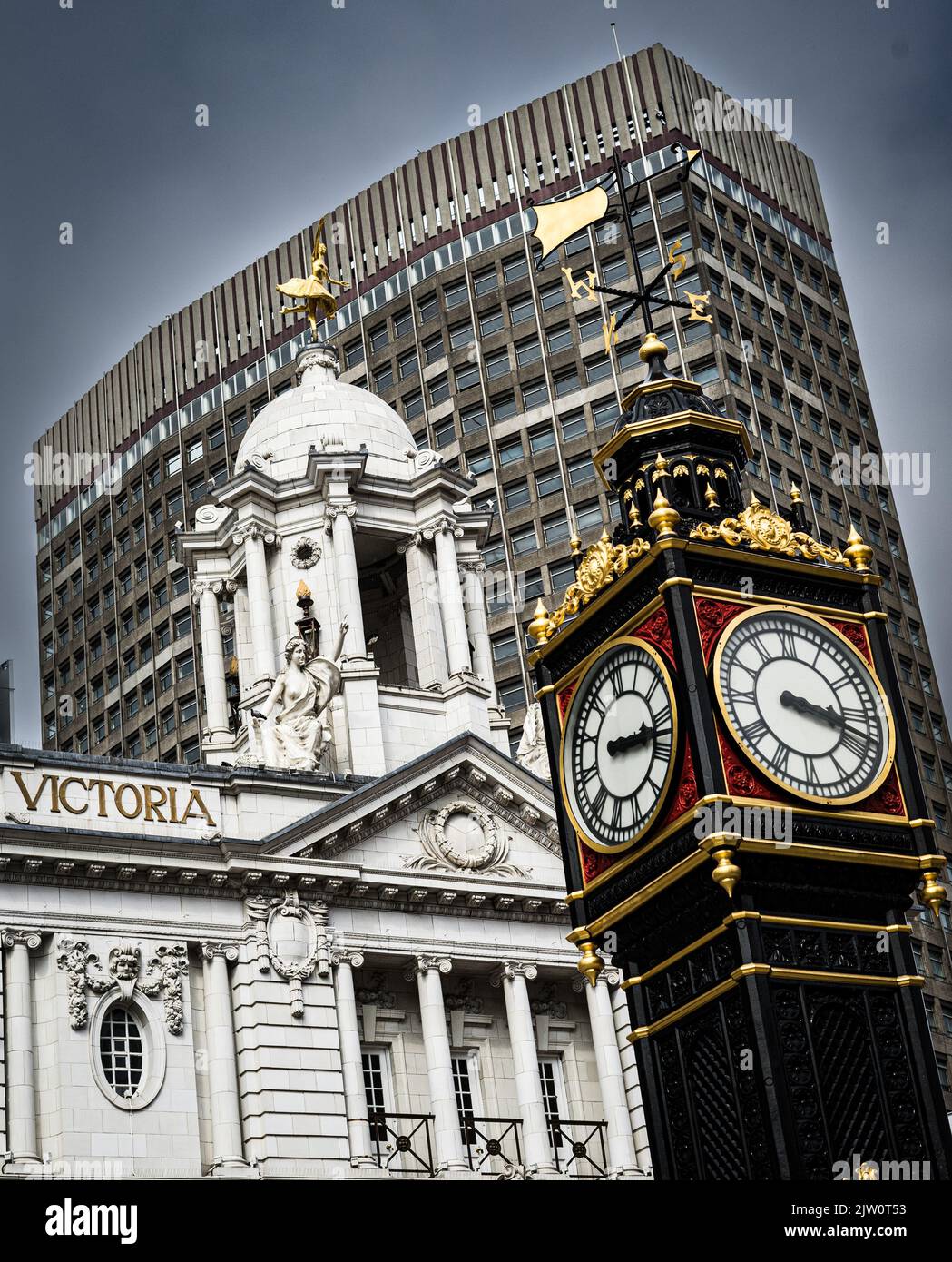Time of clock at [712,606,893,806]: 3:18
